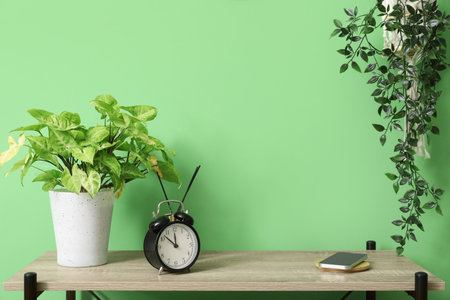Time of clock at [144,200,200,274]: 11:52
